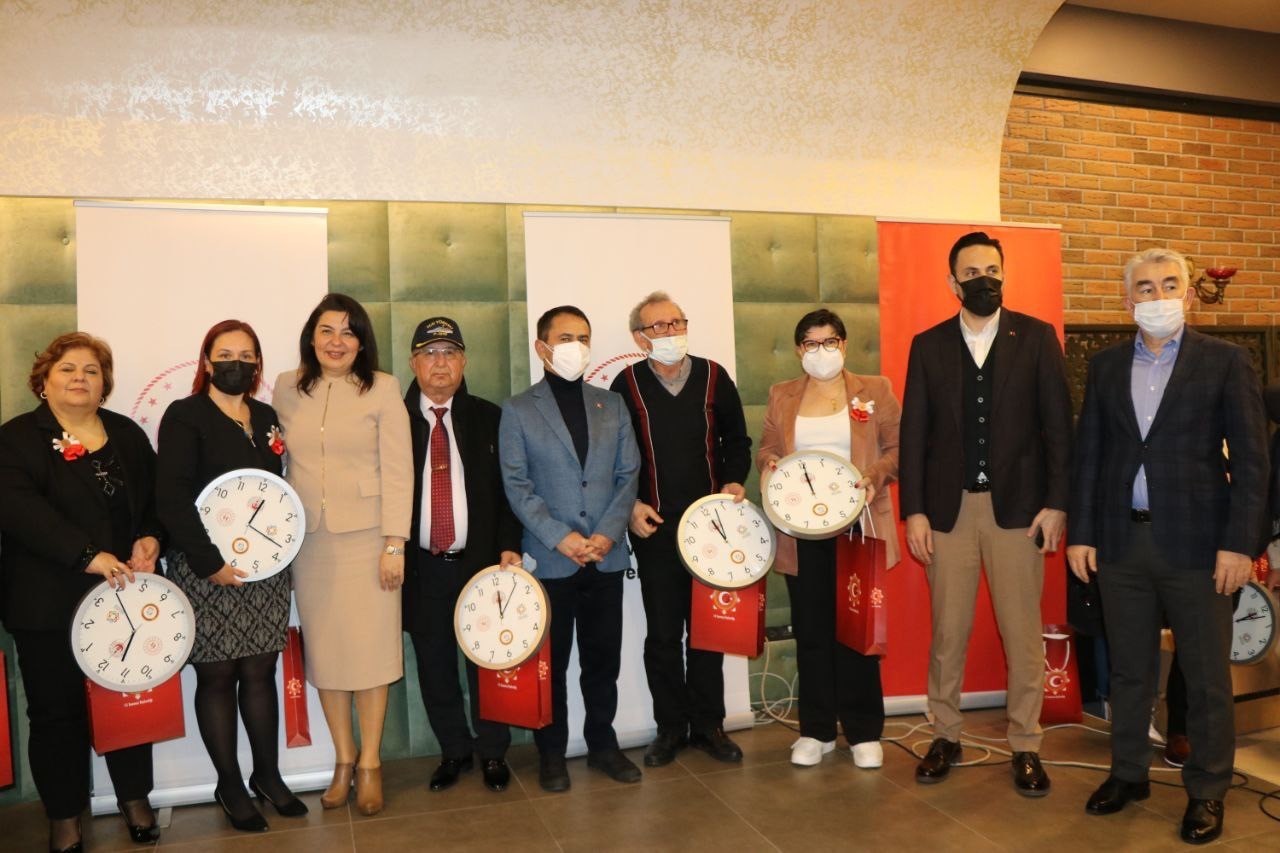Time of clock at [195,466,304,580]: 12:17
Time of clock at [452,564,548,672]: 12:06
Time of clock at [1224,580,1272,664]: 2:12
